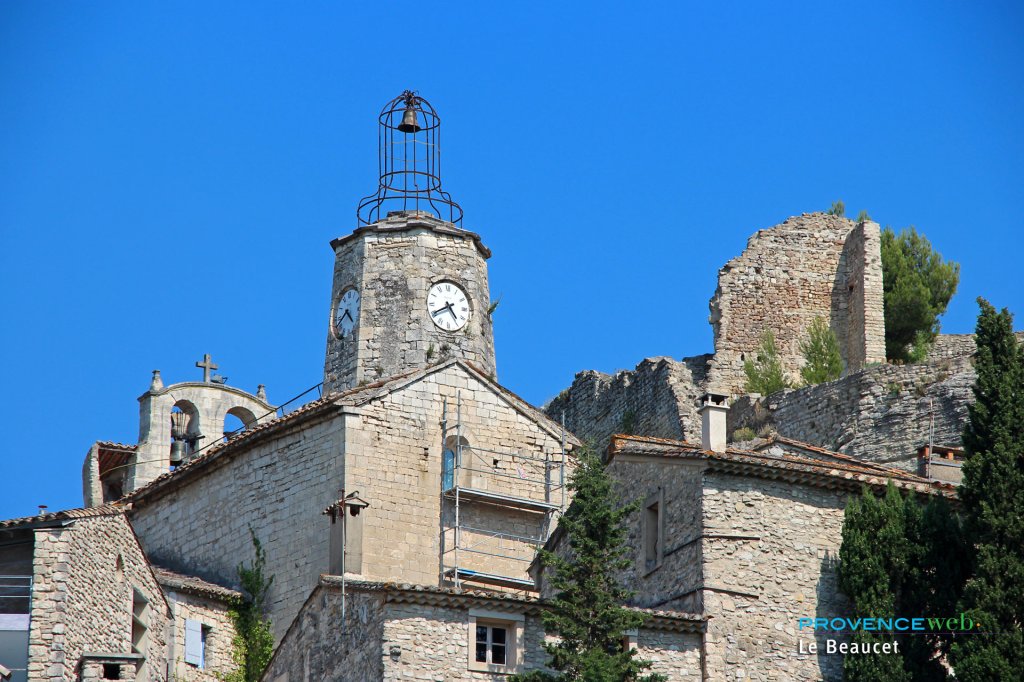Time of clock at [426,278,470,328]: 4:40
